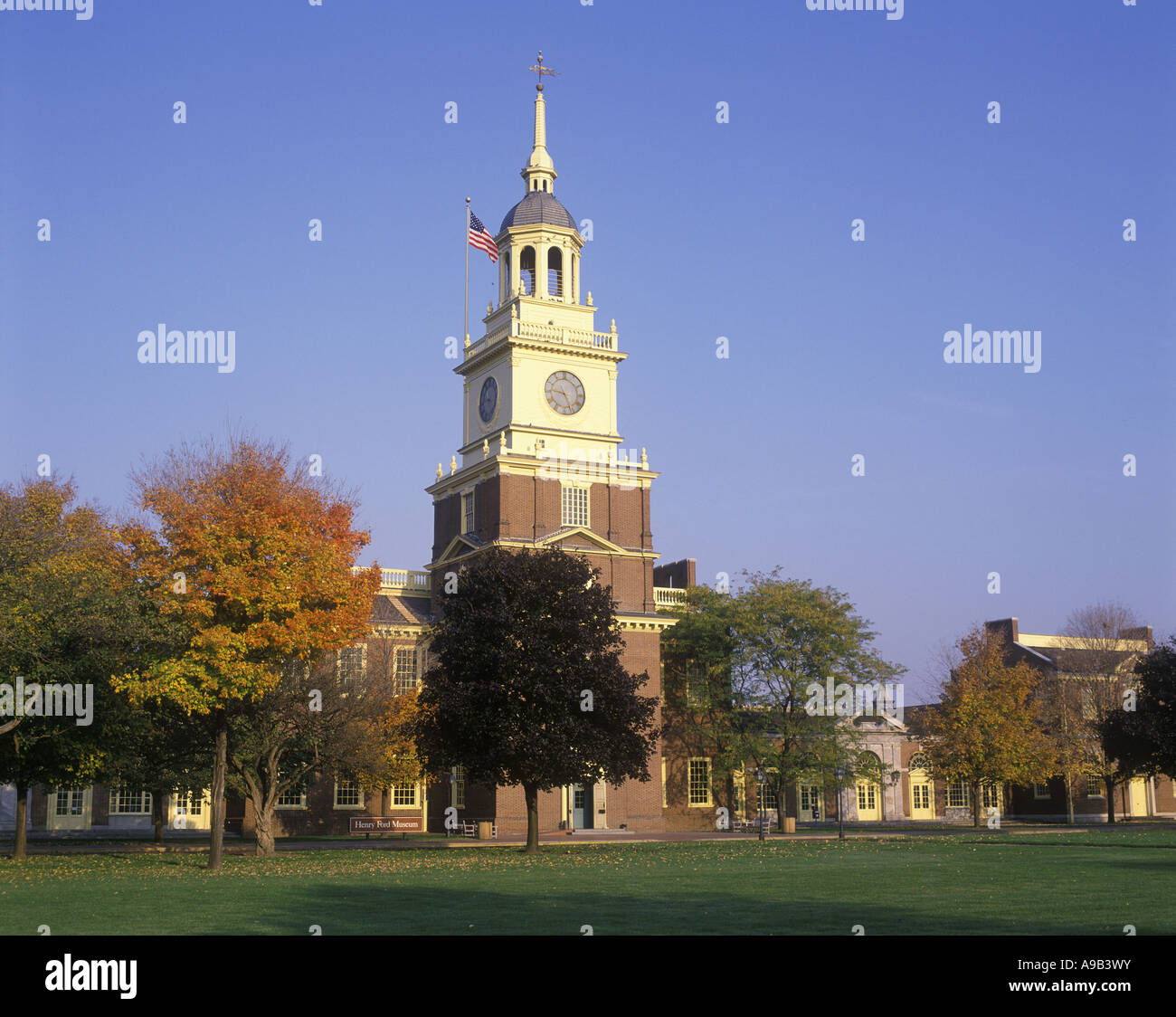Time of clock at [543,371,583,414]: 9:26
